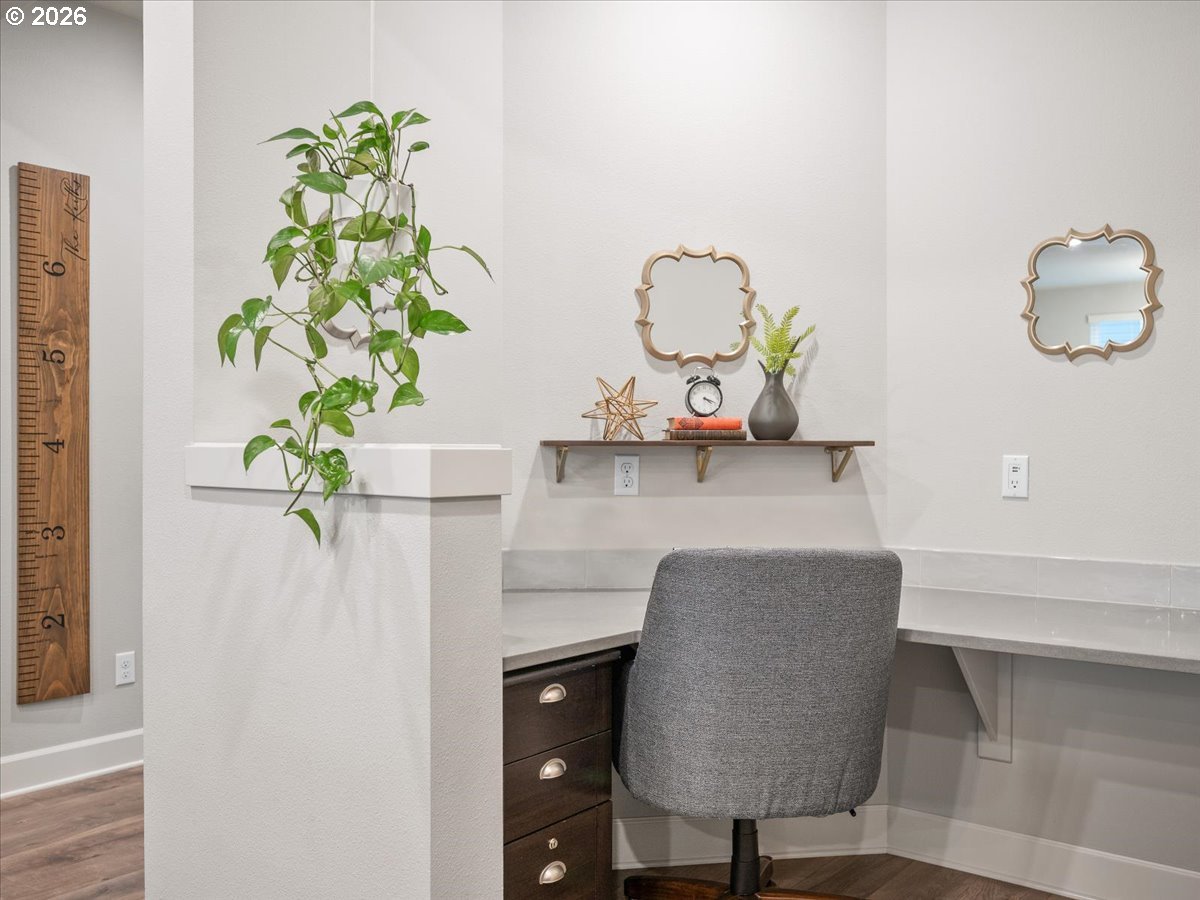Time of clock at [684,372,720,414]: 4:19
